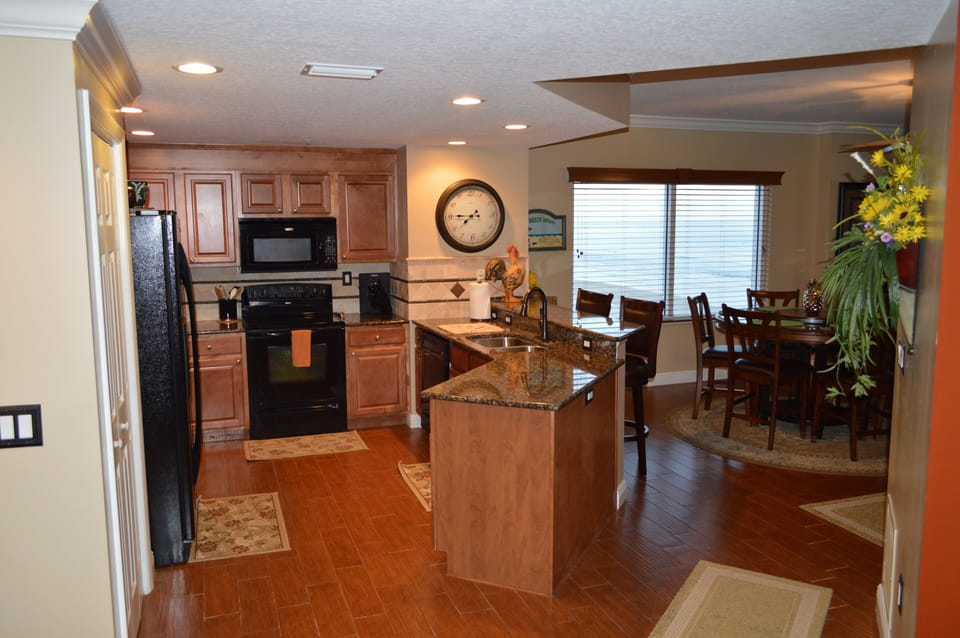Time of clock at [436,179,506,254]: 7:45
